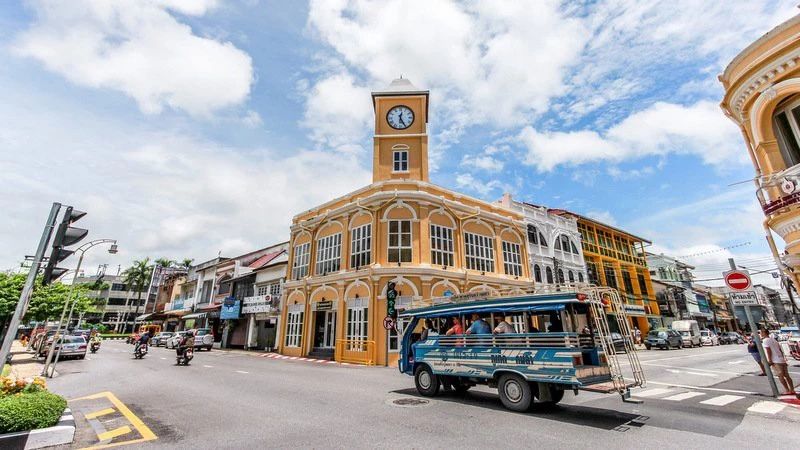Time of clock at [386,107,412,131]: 12:25
